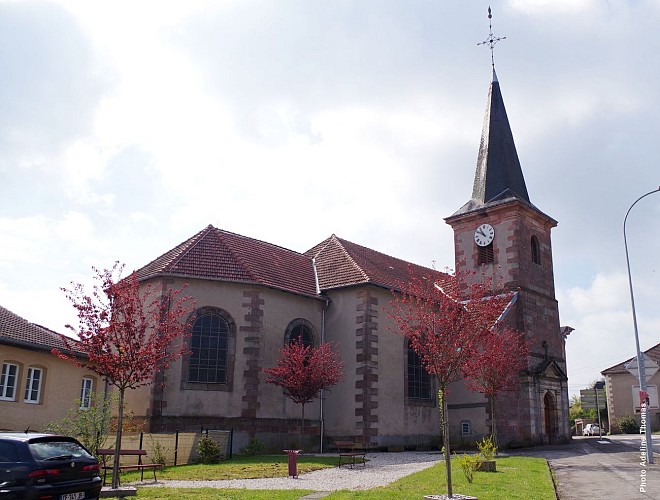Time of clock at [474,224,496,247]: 10:50
